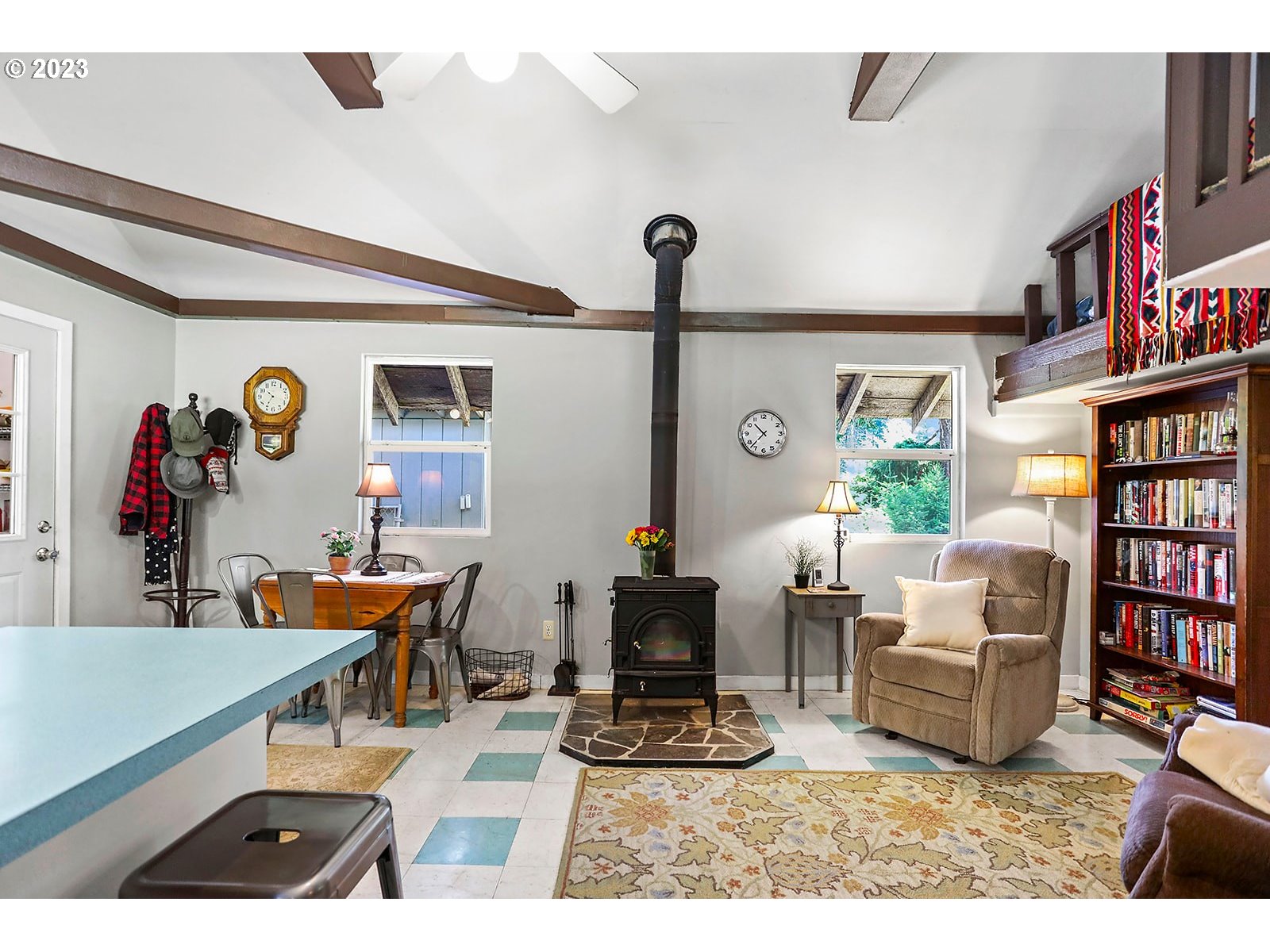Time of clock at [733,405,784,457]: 10:37
